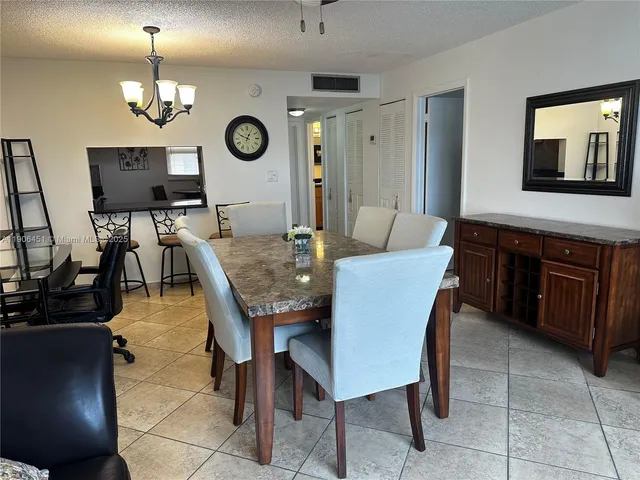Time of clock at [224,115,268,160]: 12:49
